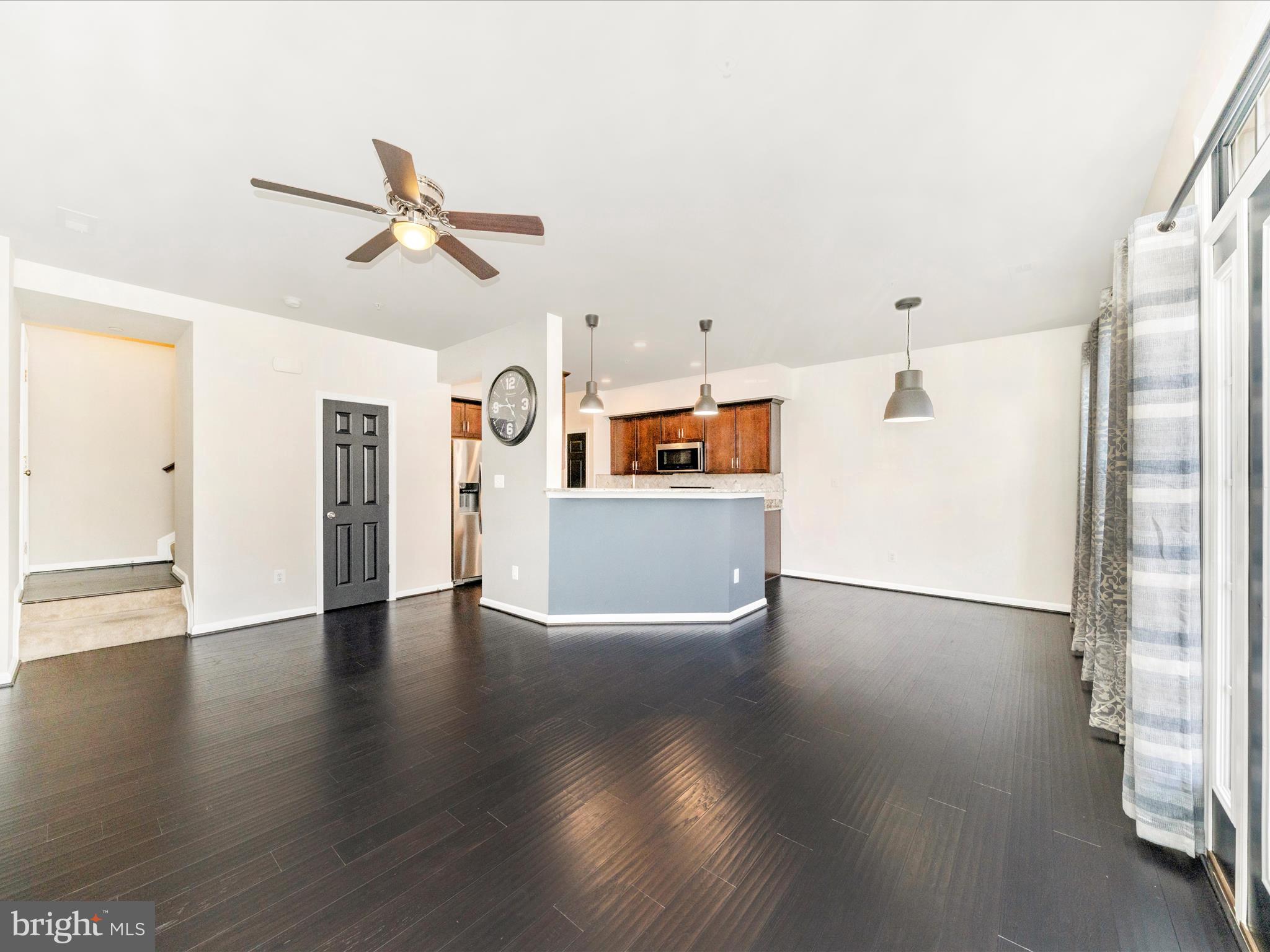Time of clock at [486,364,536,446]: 4:45
